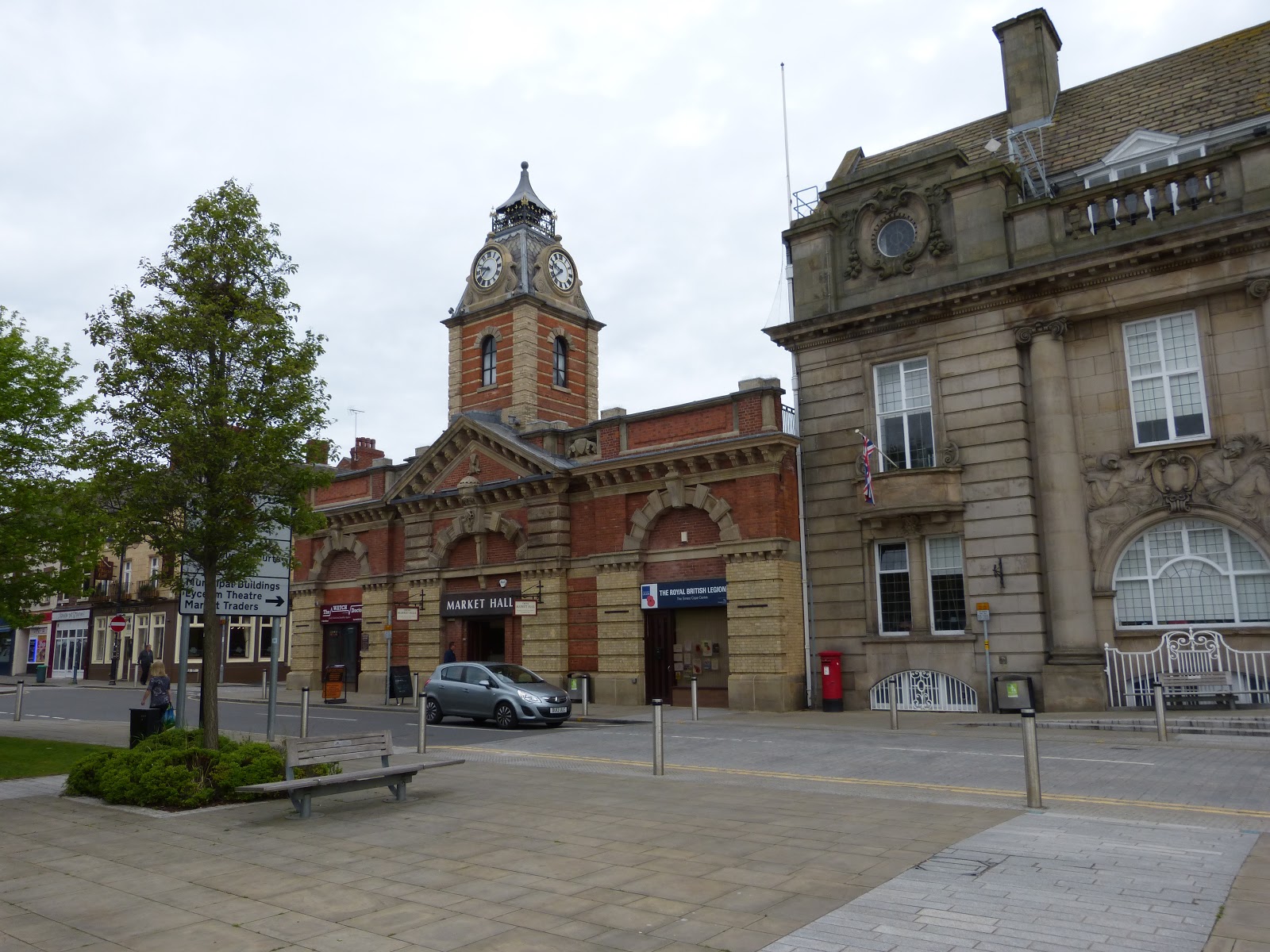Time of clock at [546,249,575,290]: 9:38
